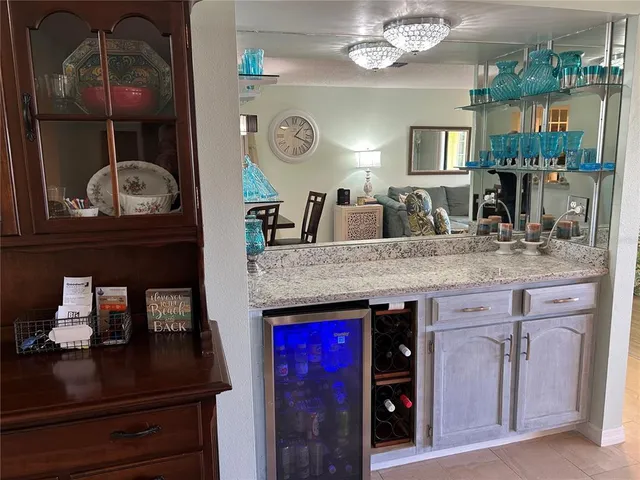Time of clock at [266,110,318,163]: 1:18
